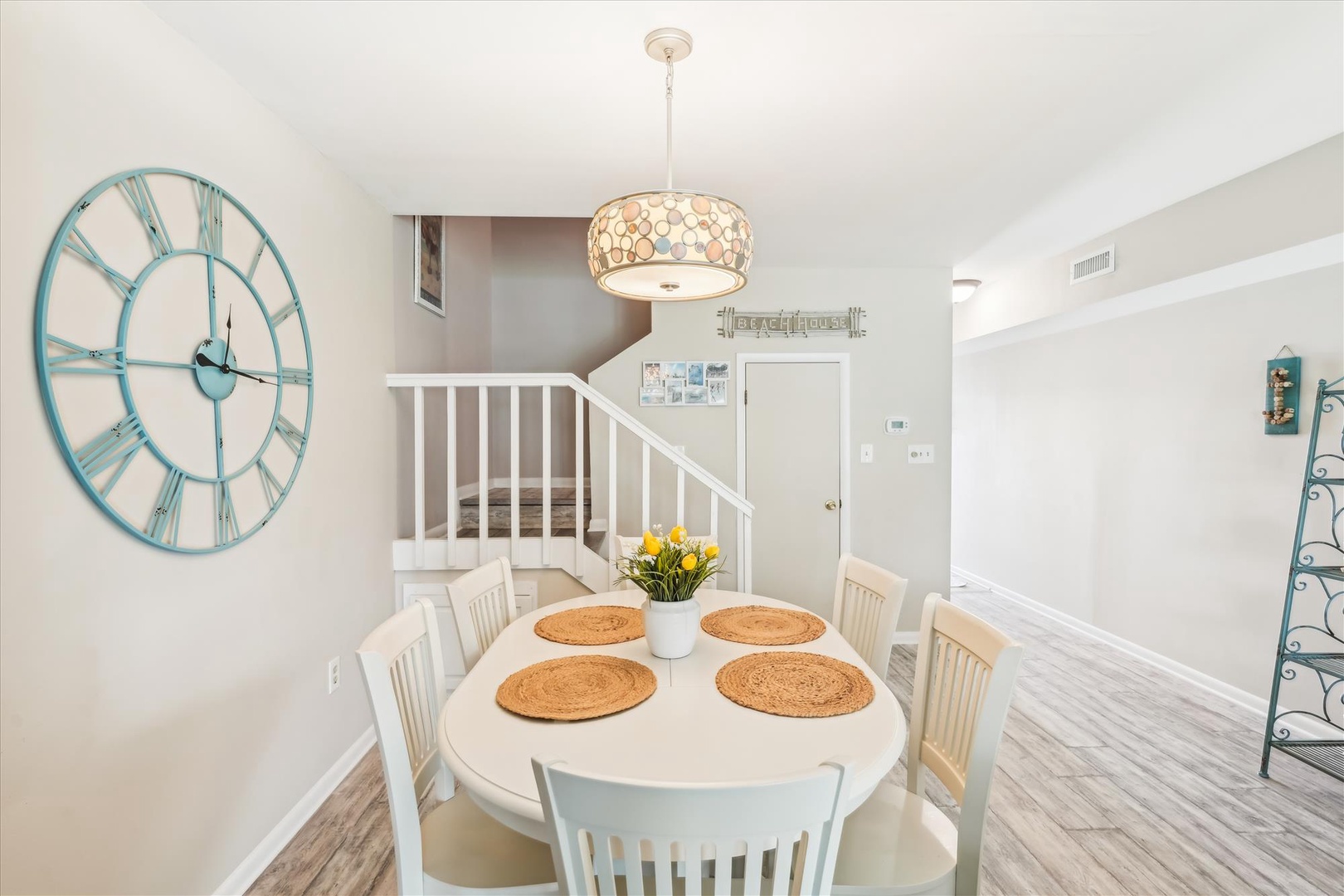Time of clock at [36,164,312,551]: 3:15
